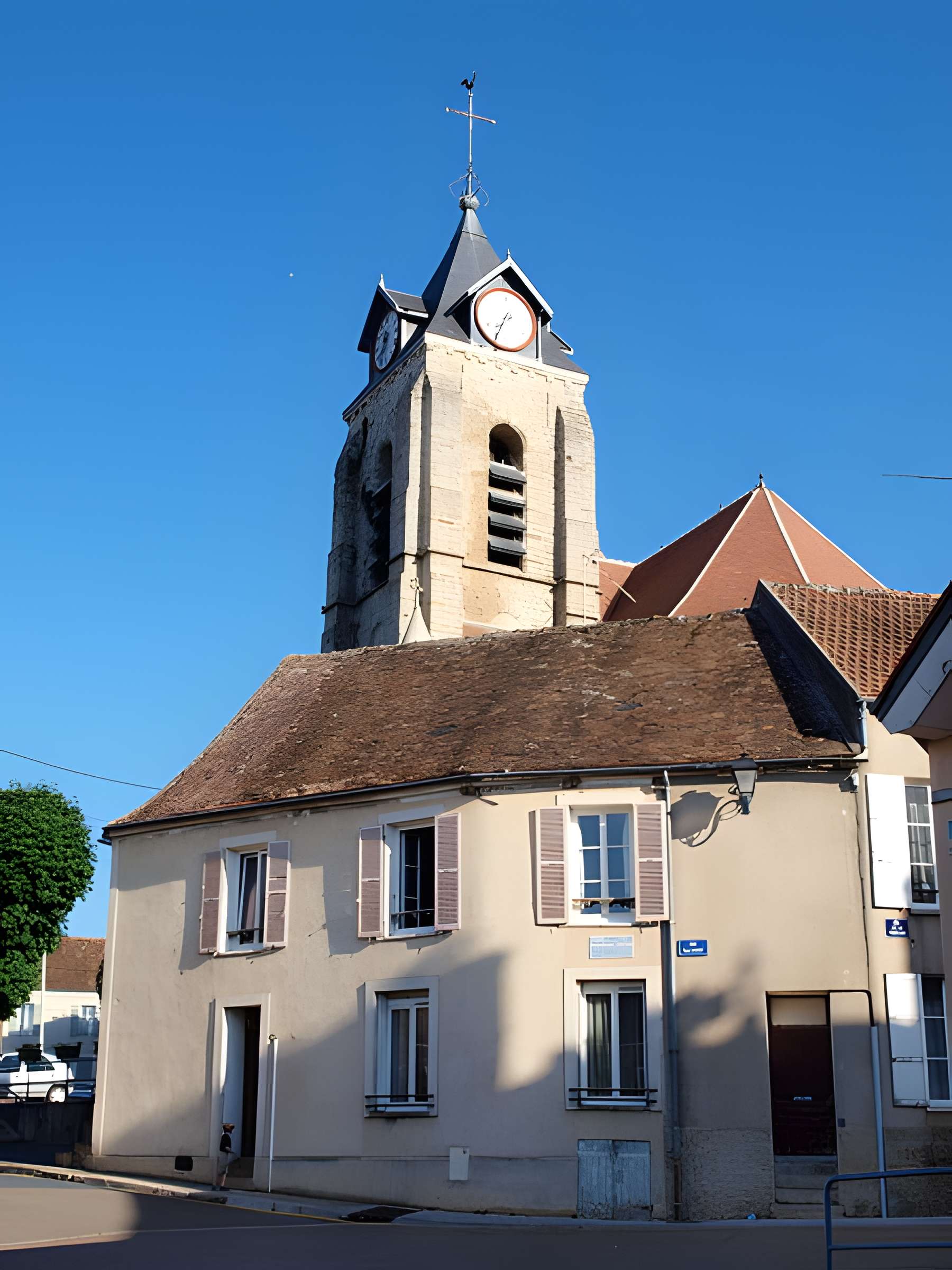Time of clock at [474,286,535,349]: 1:34
